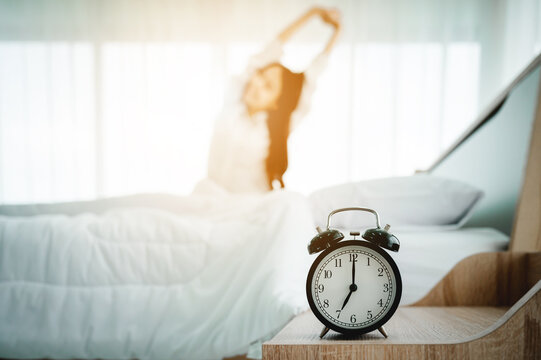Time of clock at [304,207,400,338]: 7:00
